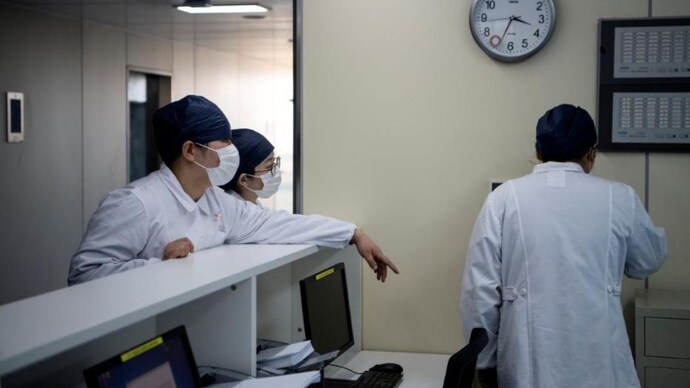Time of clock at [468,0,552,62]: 3:34
